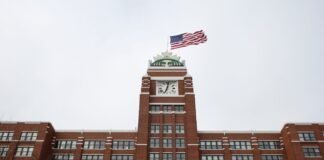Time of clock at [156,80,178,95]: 7:02
